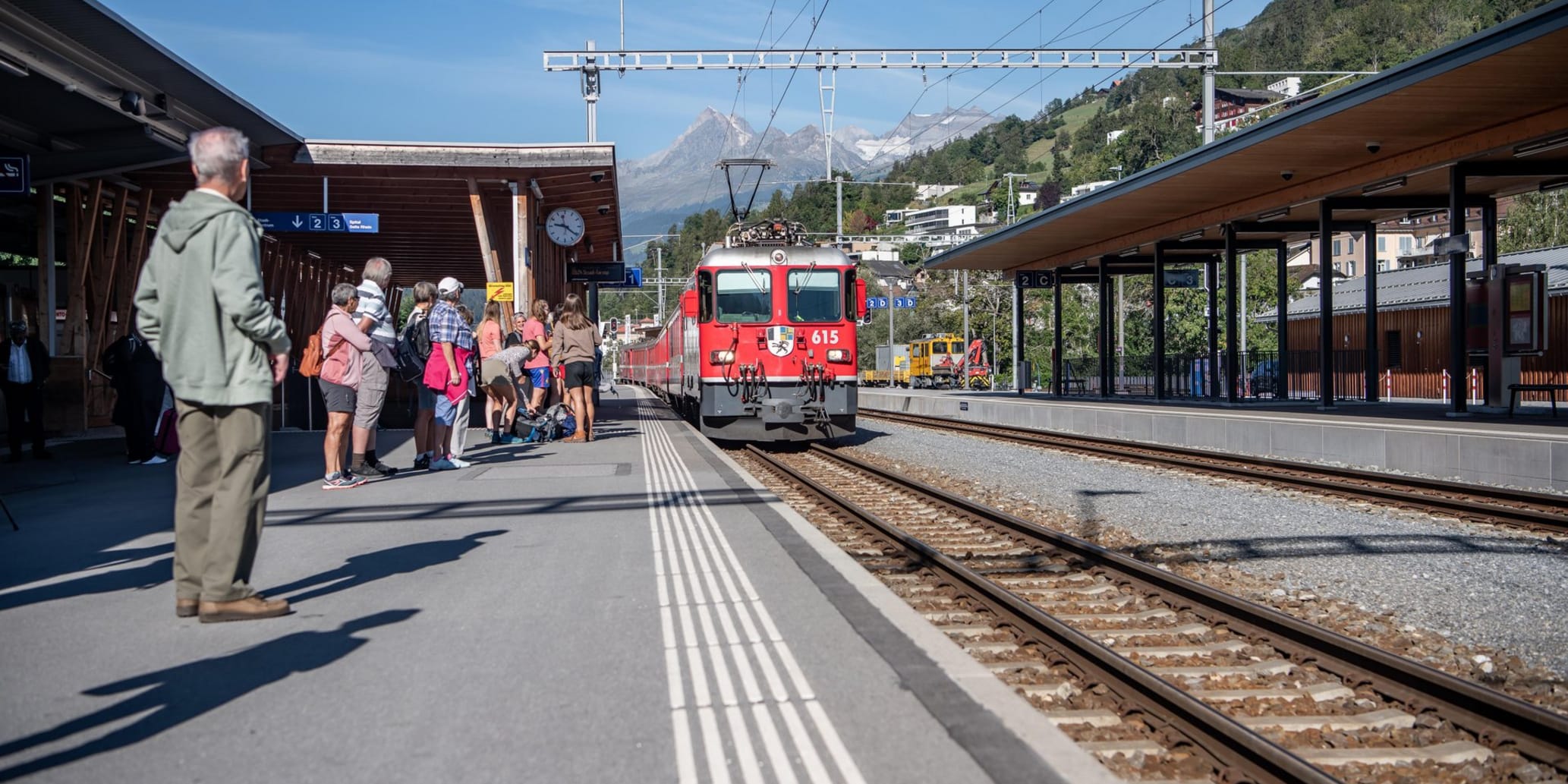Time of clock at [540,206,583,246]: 9:21
